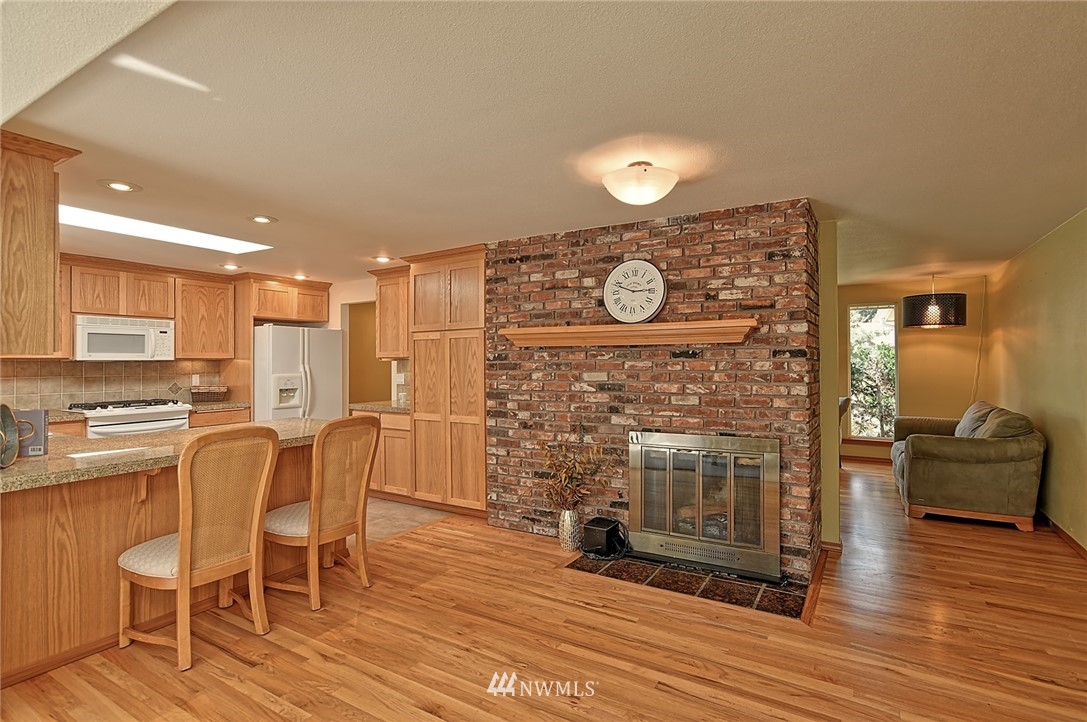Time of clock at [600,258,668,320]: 2:48
